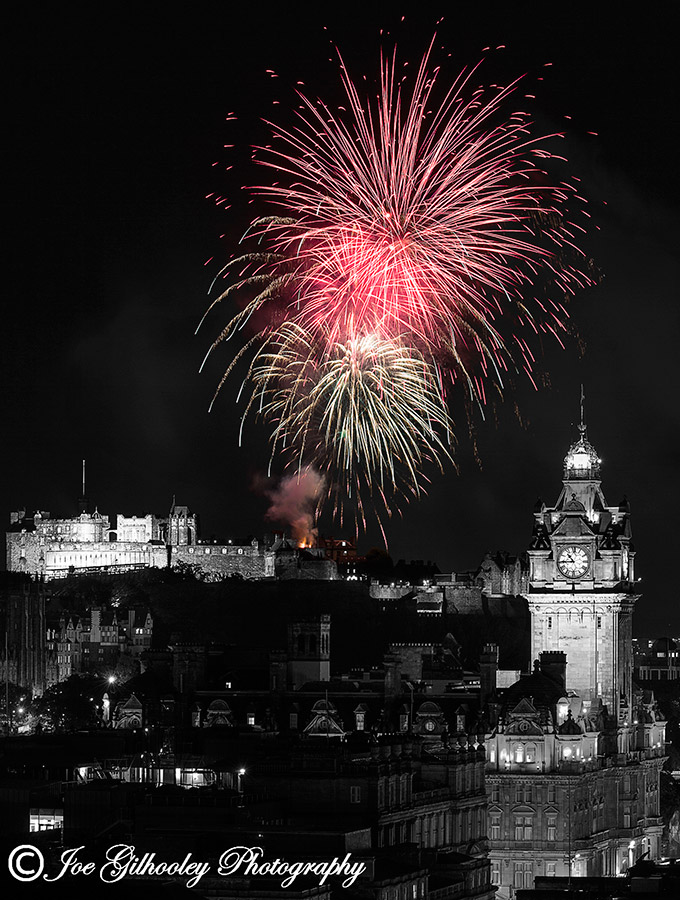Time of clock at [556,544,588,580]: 10:44
